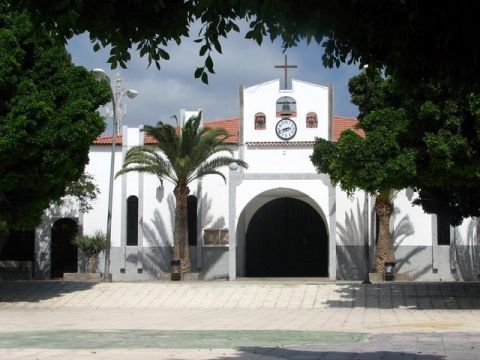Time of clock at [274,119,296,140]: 2:42
